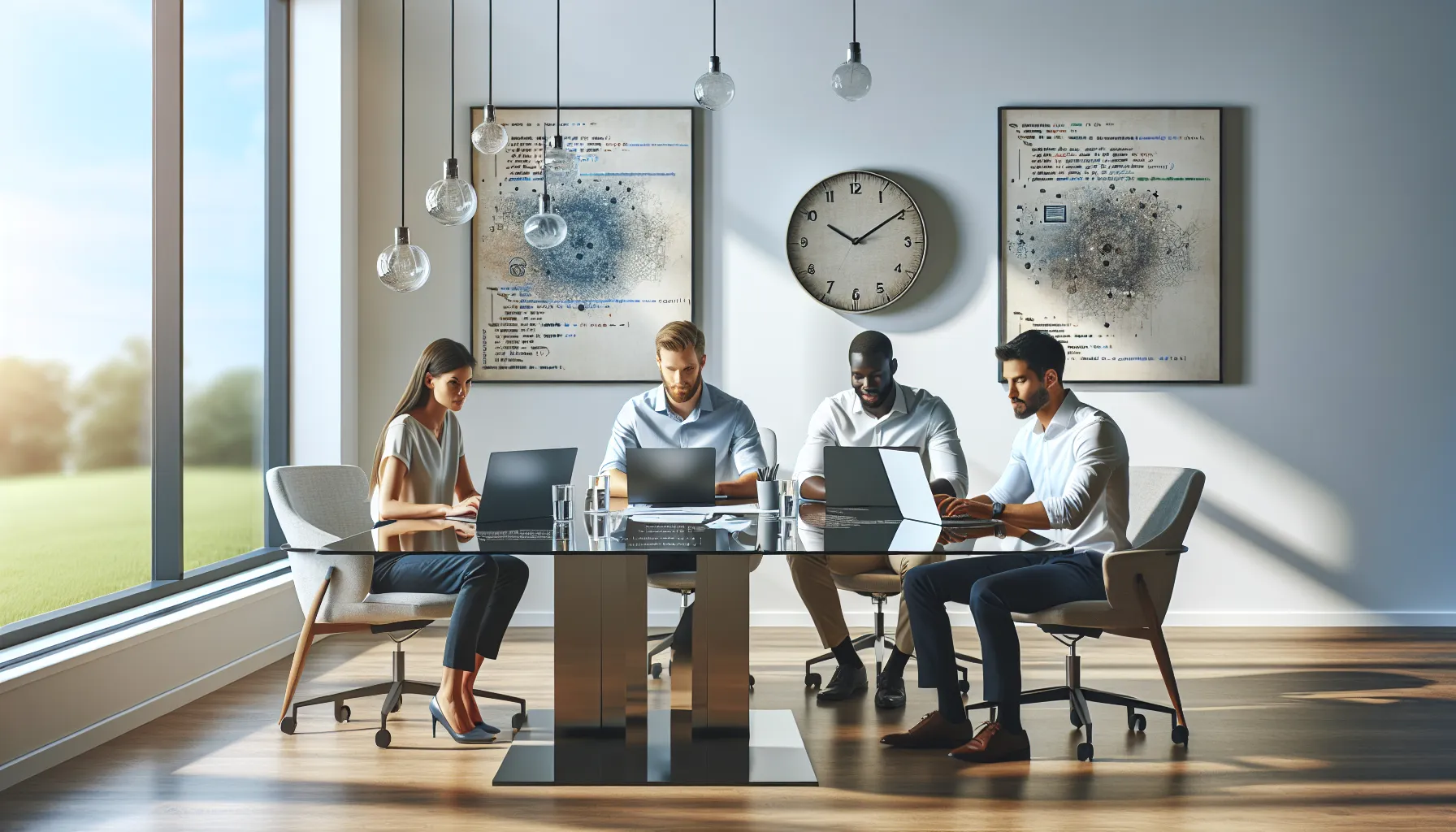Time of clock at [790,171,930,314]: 10:09
